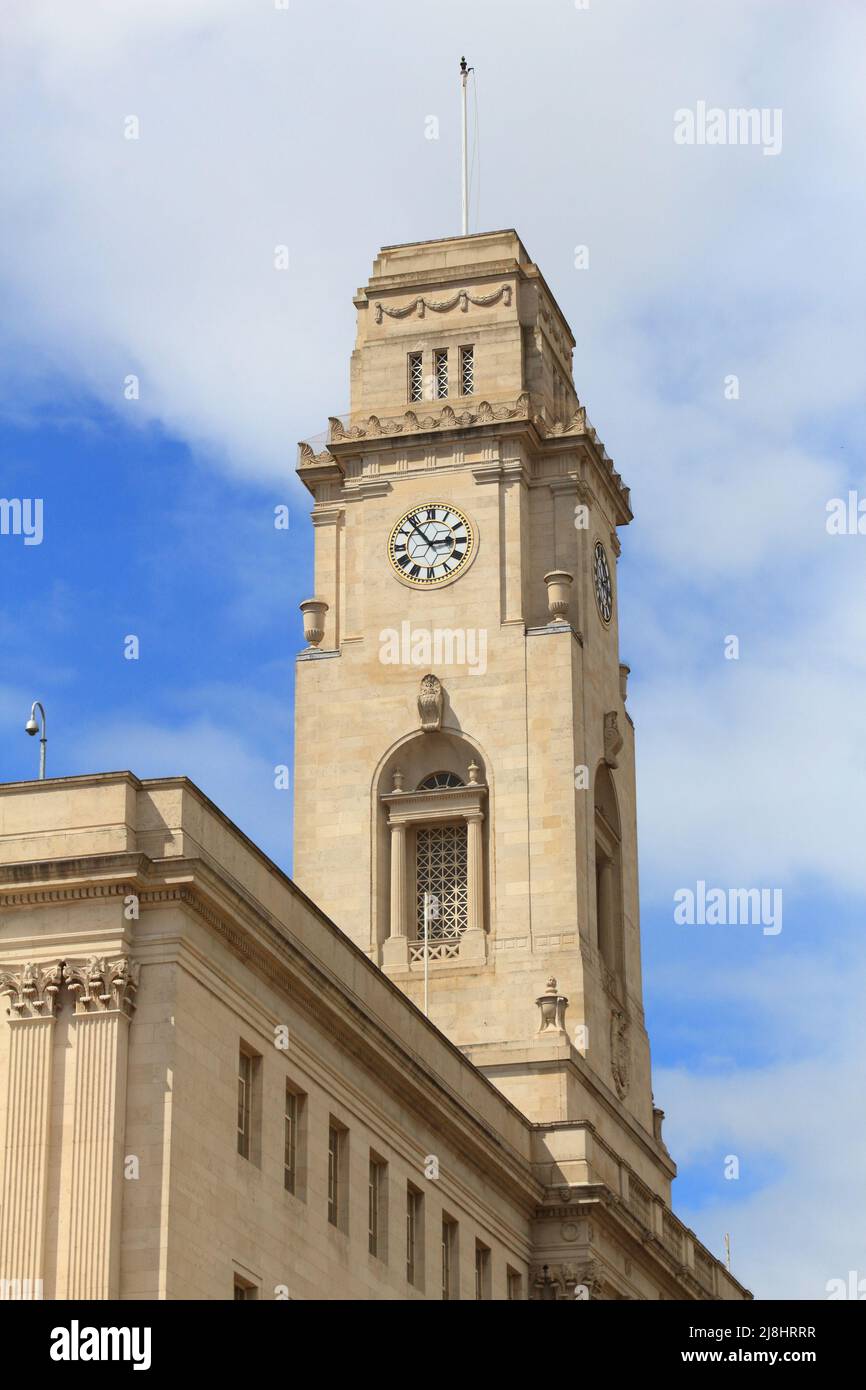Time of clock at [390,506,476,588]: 2:53
